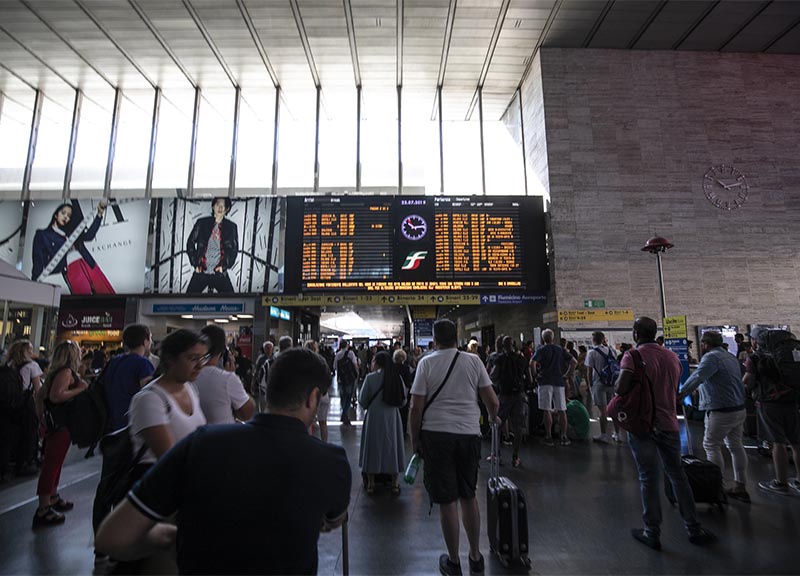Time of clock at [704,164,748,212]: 10:12
